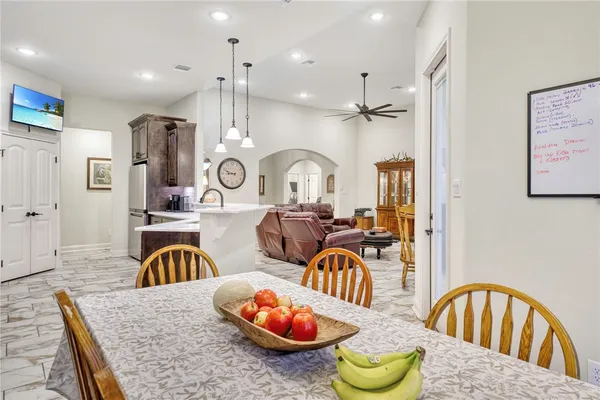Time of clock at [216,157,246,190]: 8:48
